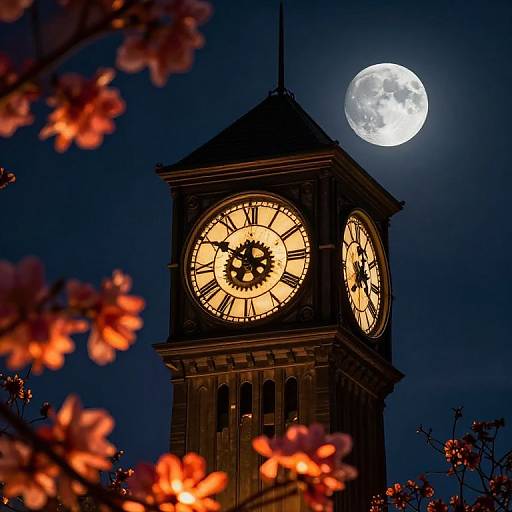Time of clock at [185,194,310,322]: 11:50
